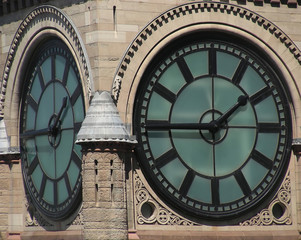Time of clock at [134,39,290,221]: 1:45
